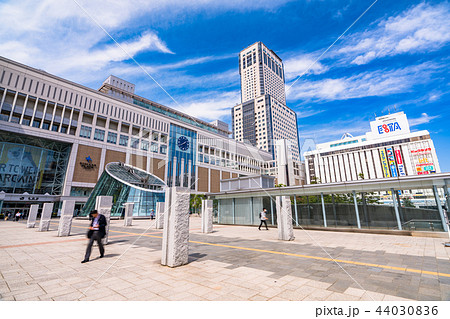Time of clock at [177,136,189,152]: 1:40
